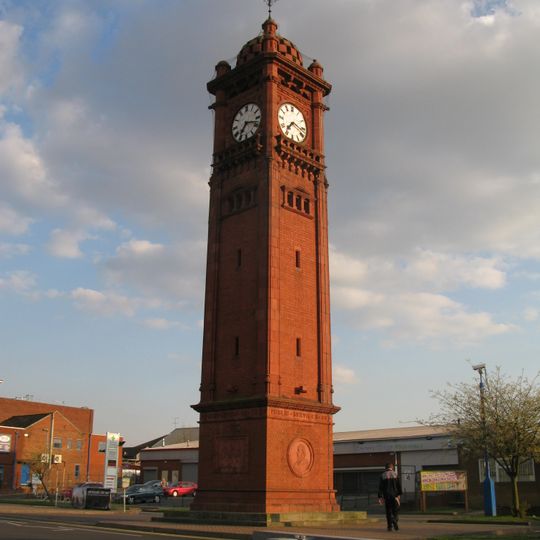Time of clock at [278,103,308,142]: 7:17
